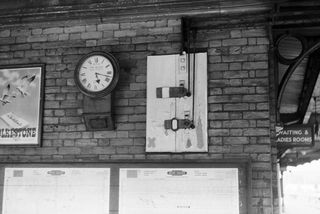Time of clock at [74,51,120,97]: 5:17
